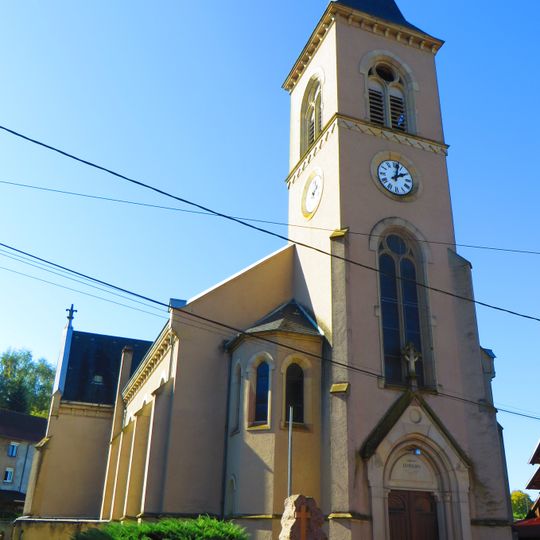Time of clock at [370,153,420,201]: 2:02
